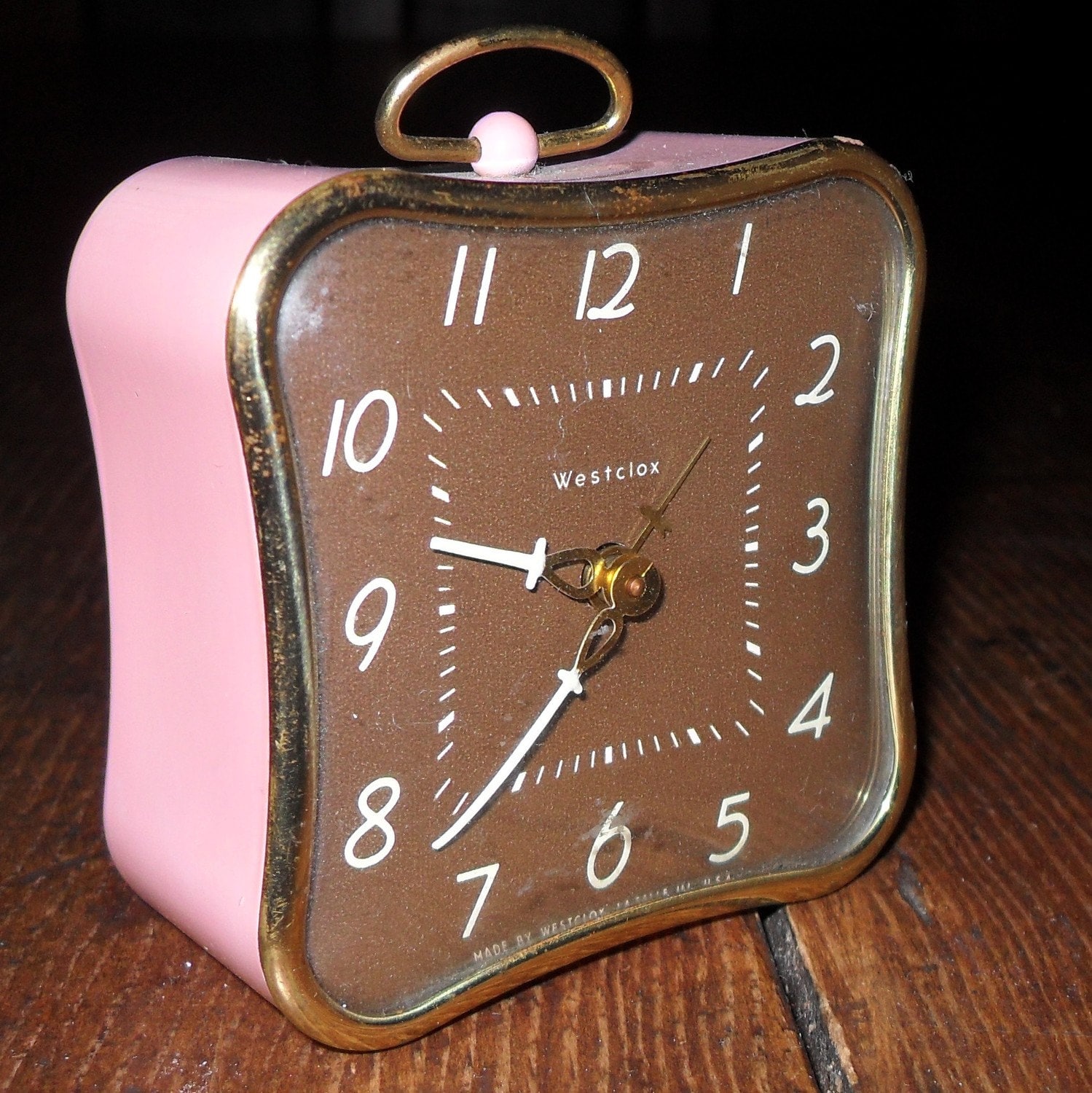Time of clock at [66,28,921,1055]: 9:37
